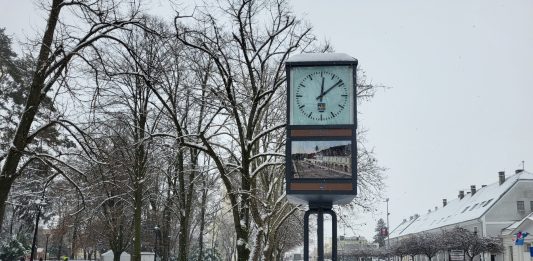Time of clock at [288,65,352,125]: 12:08
